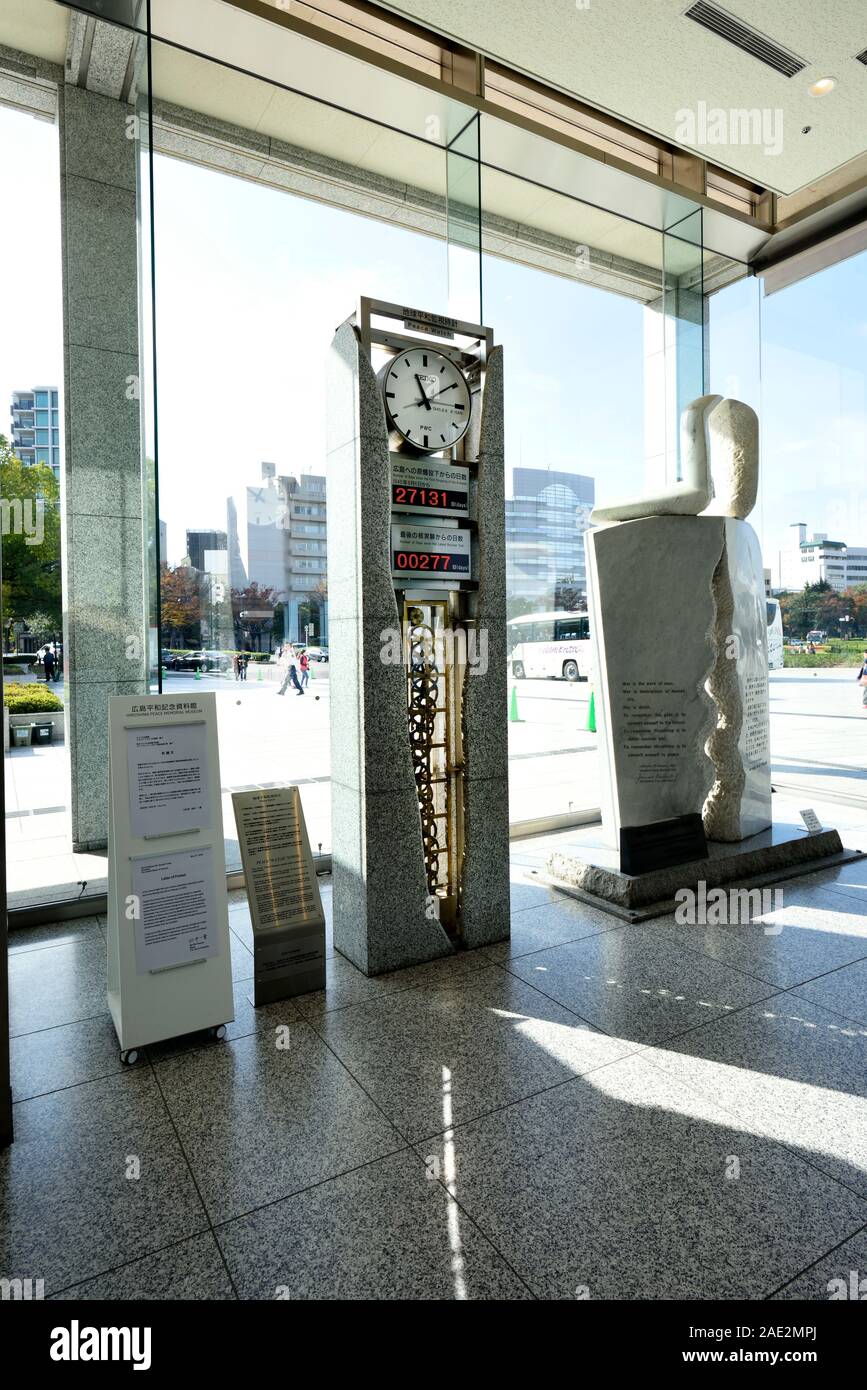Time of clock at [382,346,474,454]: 11:09
